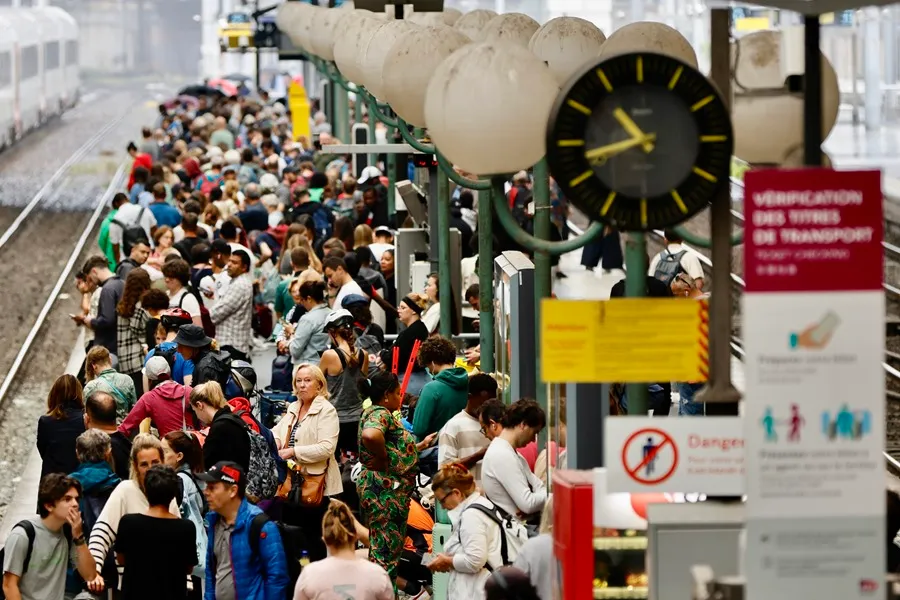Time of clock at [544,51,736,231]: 10:42
